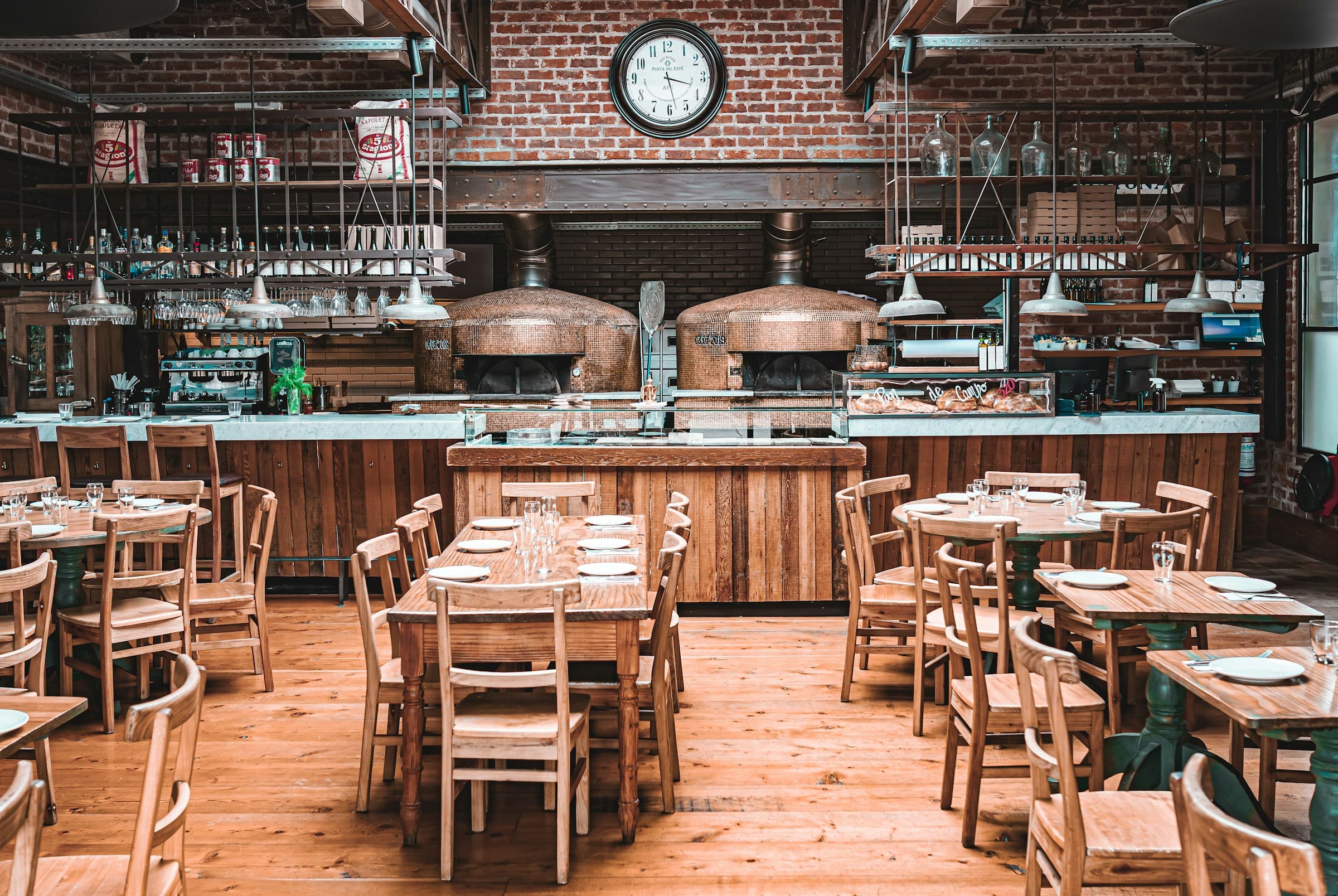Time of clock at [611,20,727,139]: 3:27
